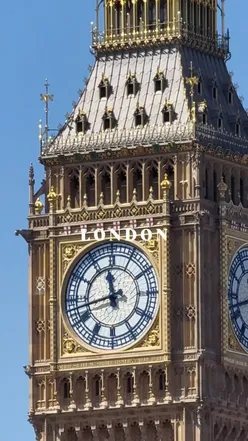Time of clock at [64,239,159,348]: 11:42
